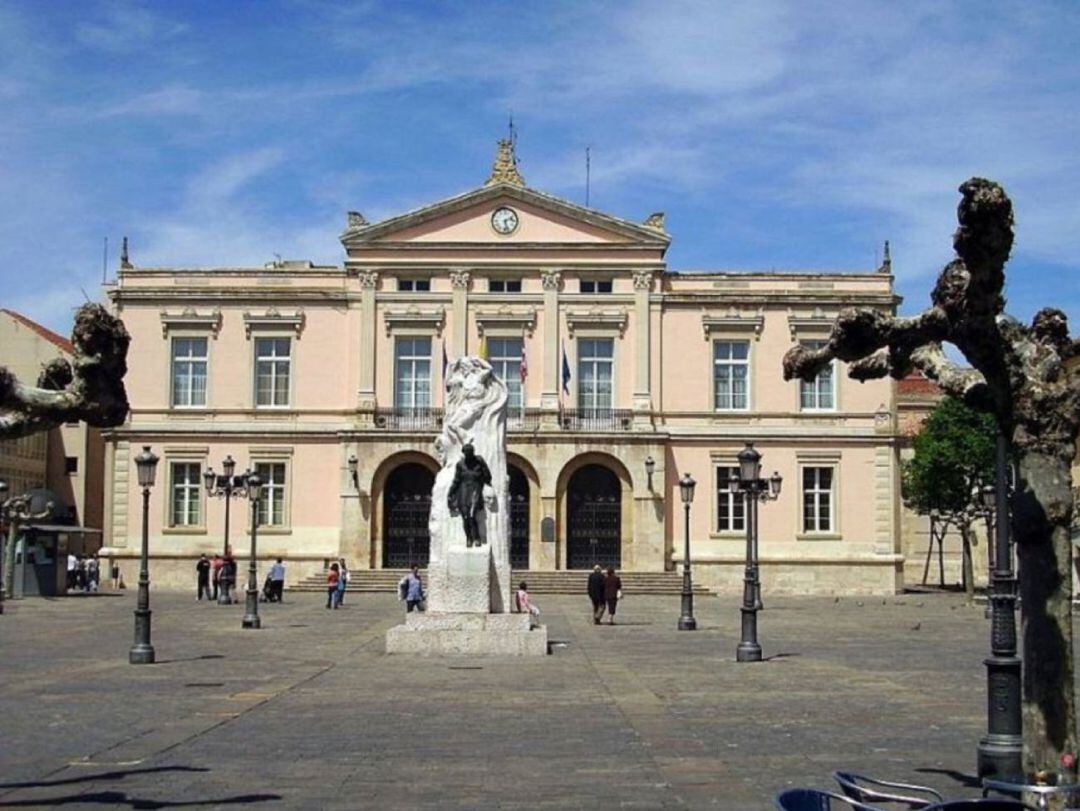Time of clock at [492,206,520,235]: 2:27
